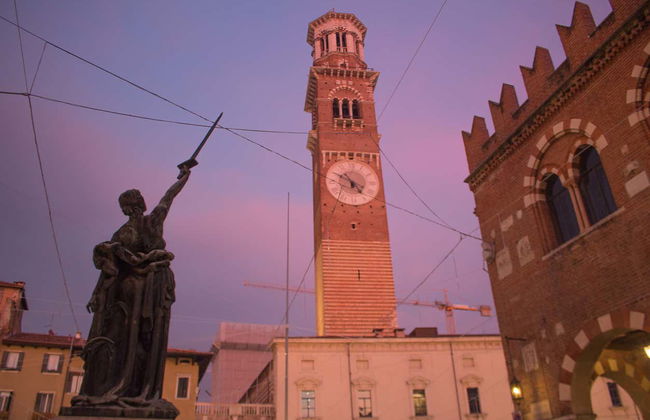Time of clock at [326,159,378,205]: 4:48
